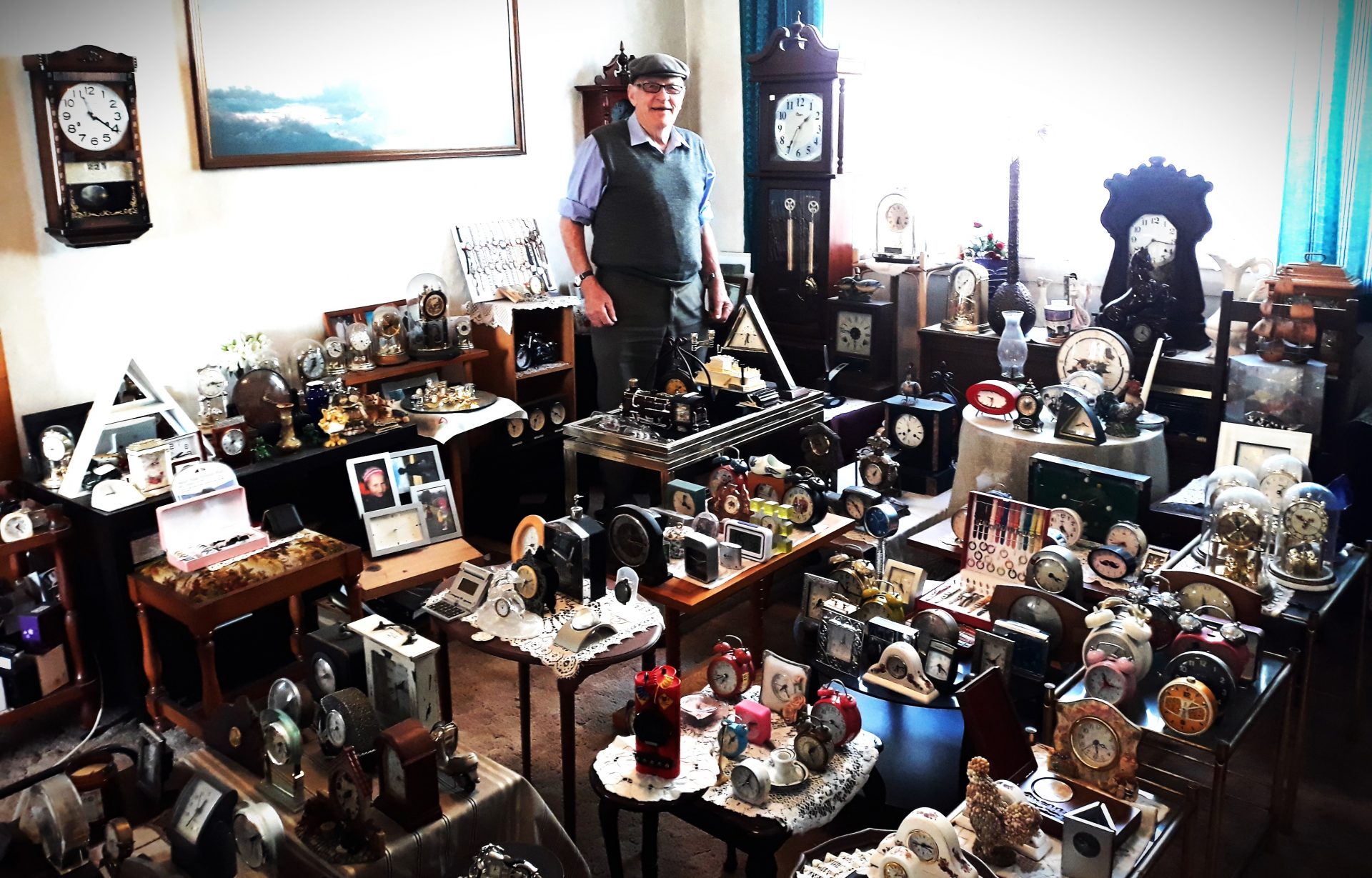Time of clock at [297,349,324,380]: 12:36
